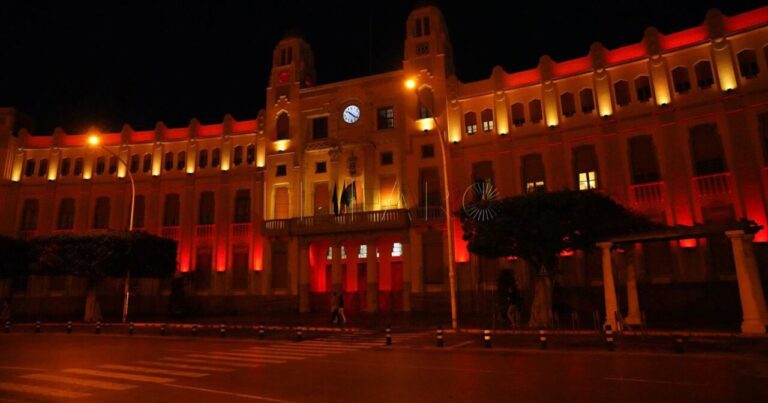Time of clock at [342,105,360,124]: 10:21
